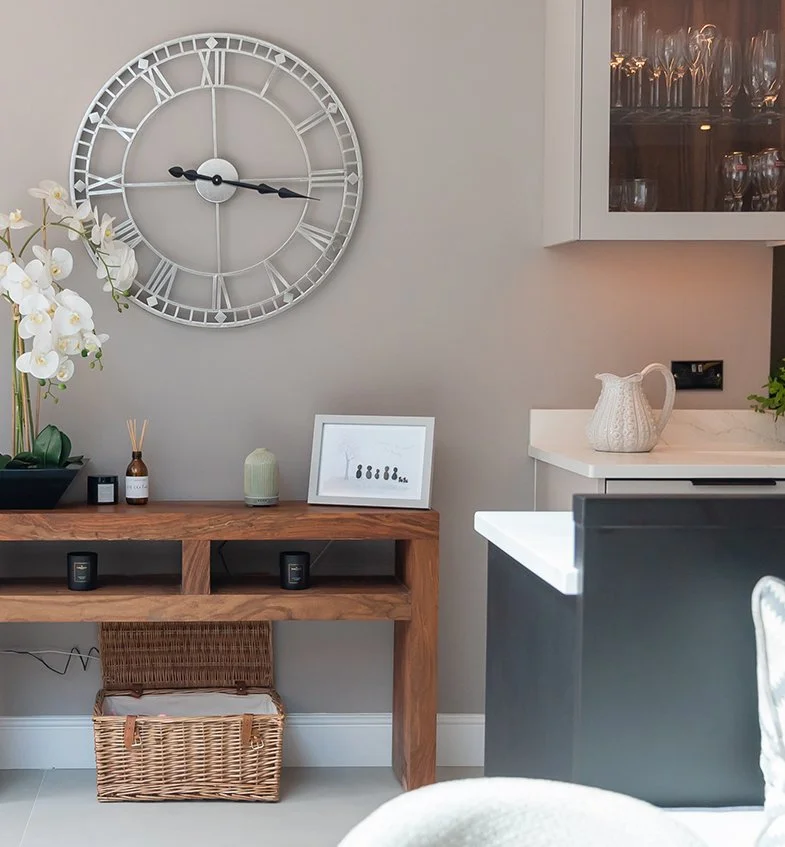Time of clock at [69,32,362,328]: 3:16
